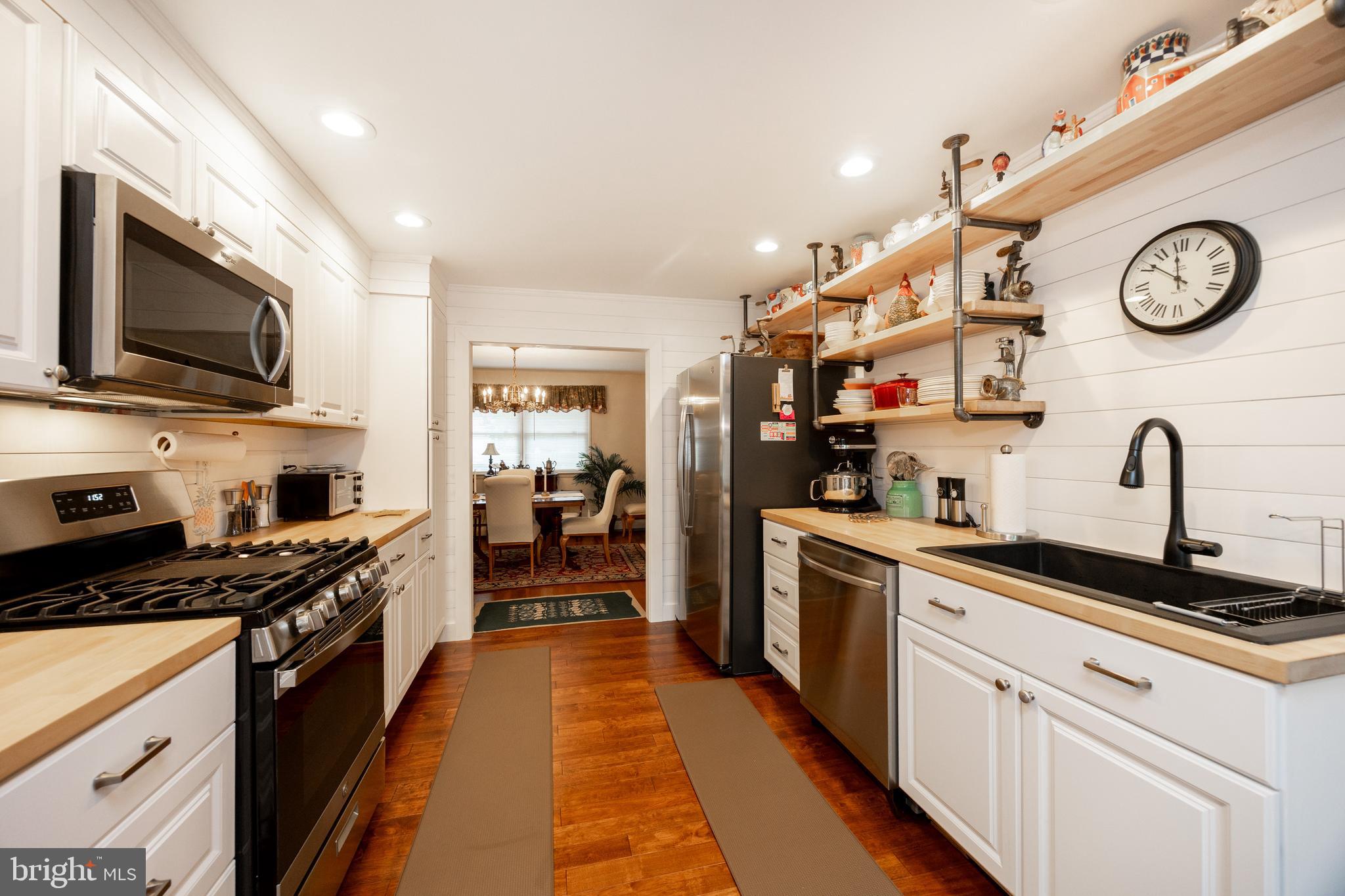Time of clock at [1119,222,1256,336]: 11:51
